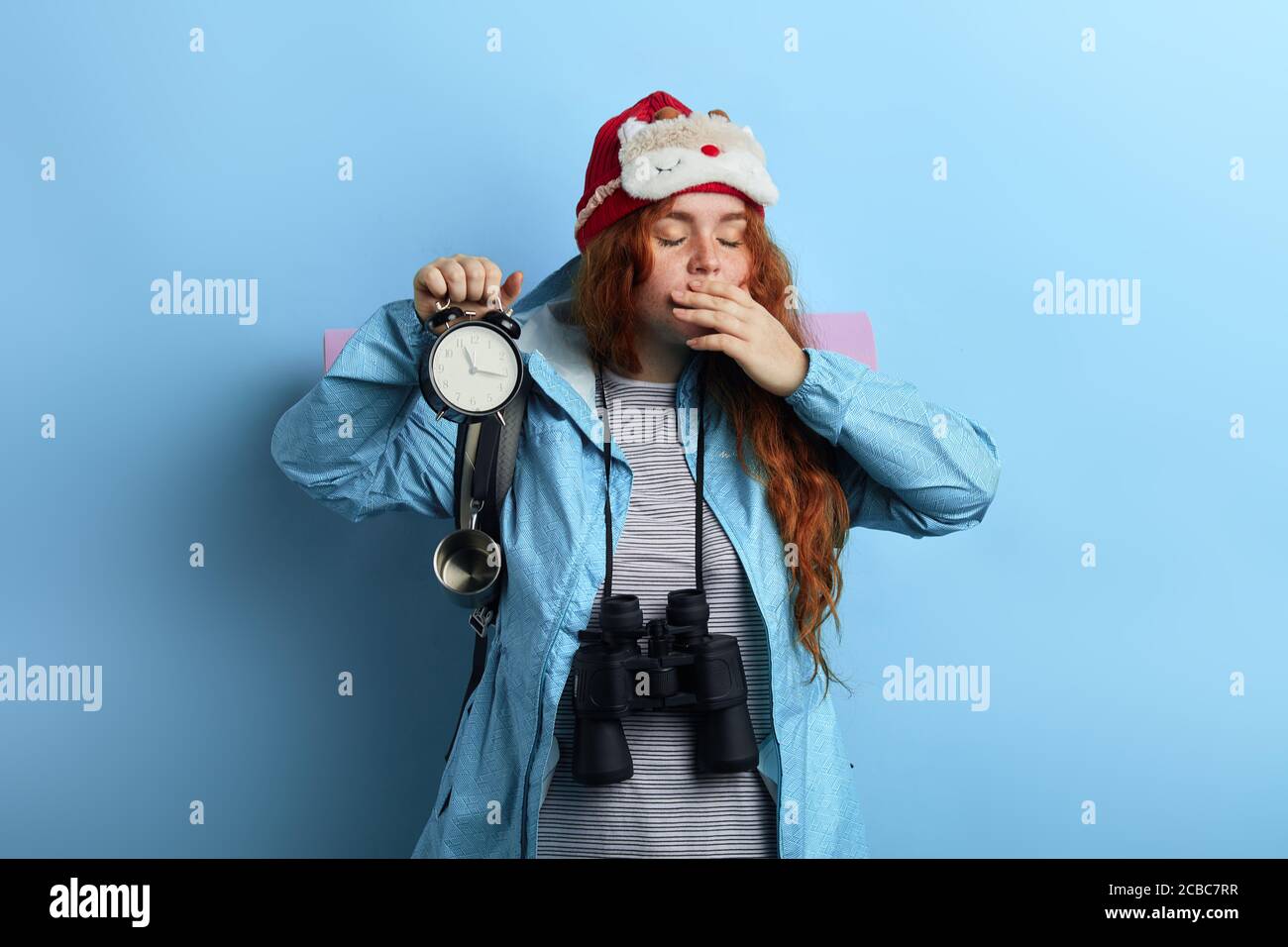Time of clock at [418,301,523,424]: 11:16
